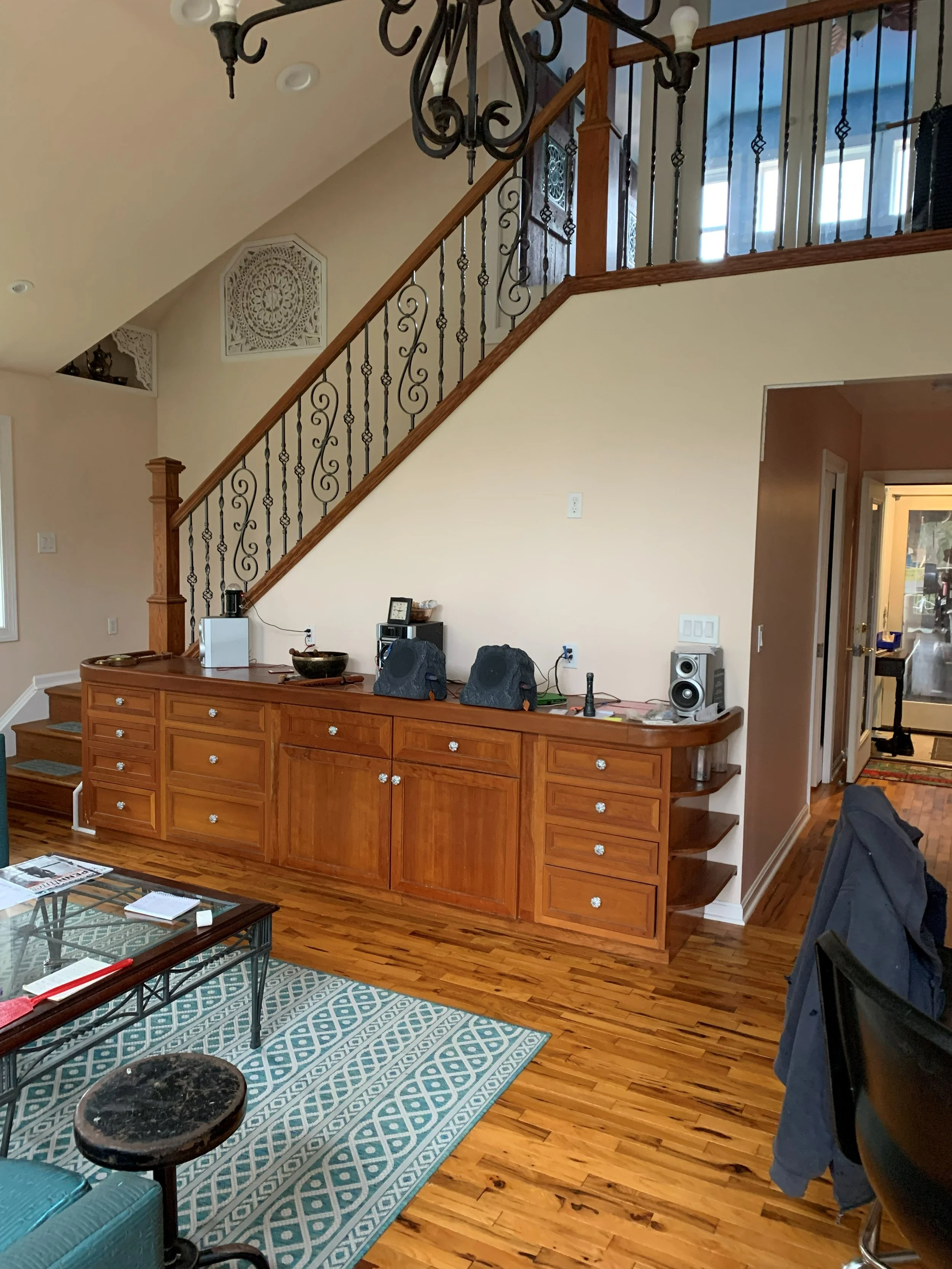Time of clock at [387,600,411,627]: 2:46
